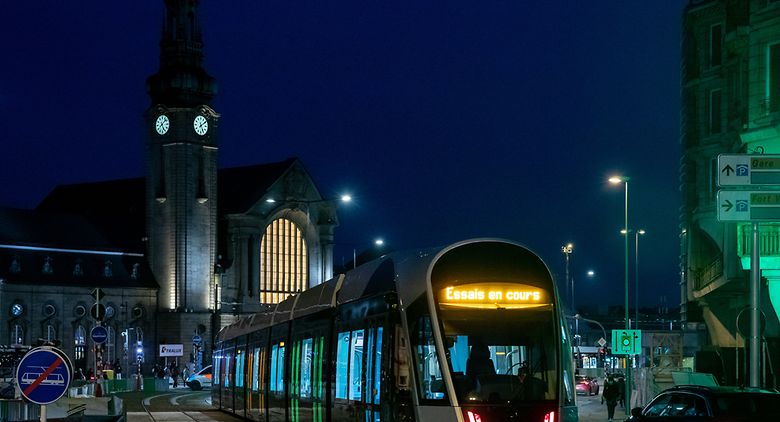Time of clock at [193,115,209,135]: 5:09
